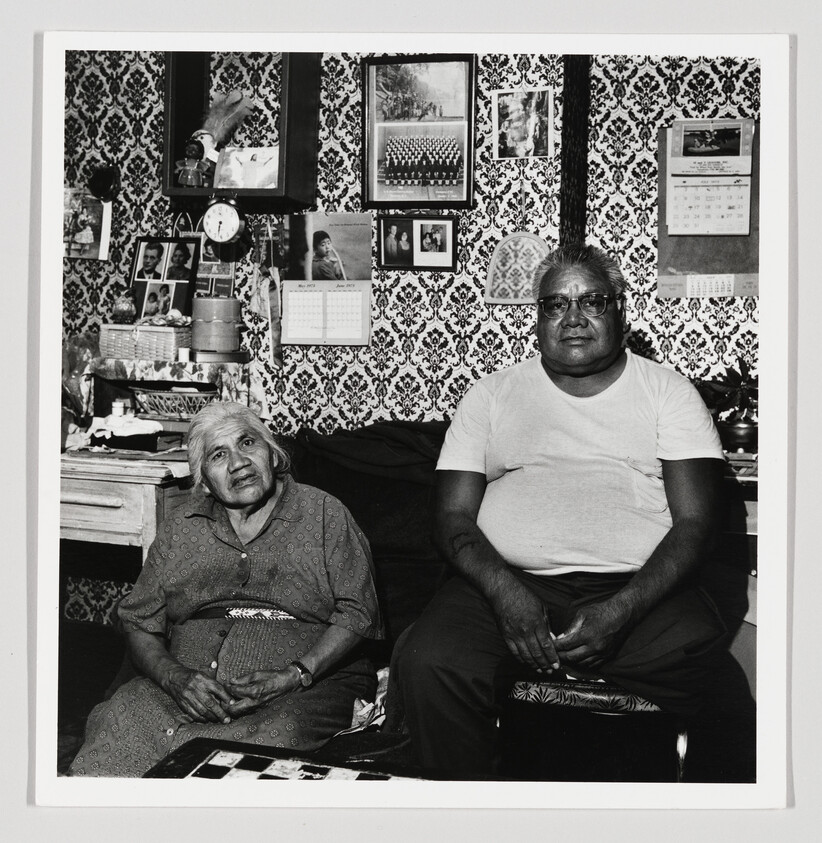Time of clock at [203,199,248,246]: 6:32
